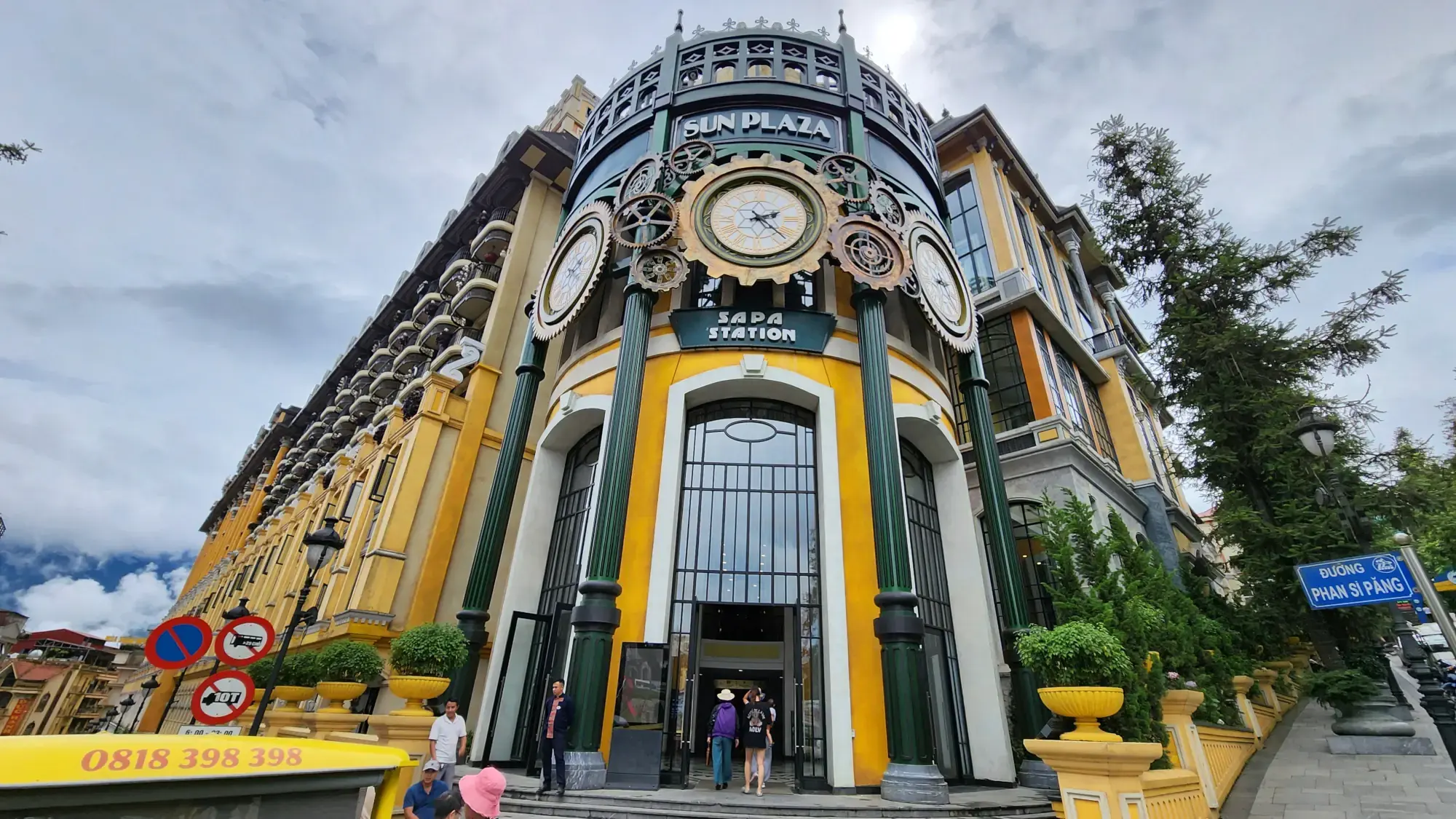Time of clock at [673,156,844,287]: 2:22
